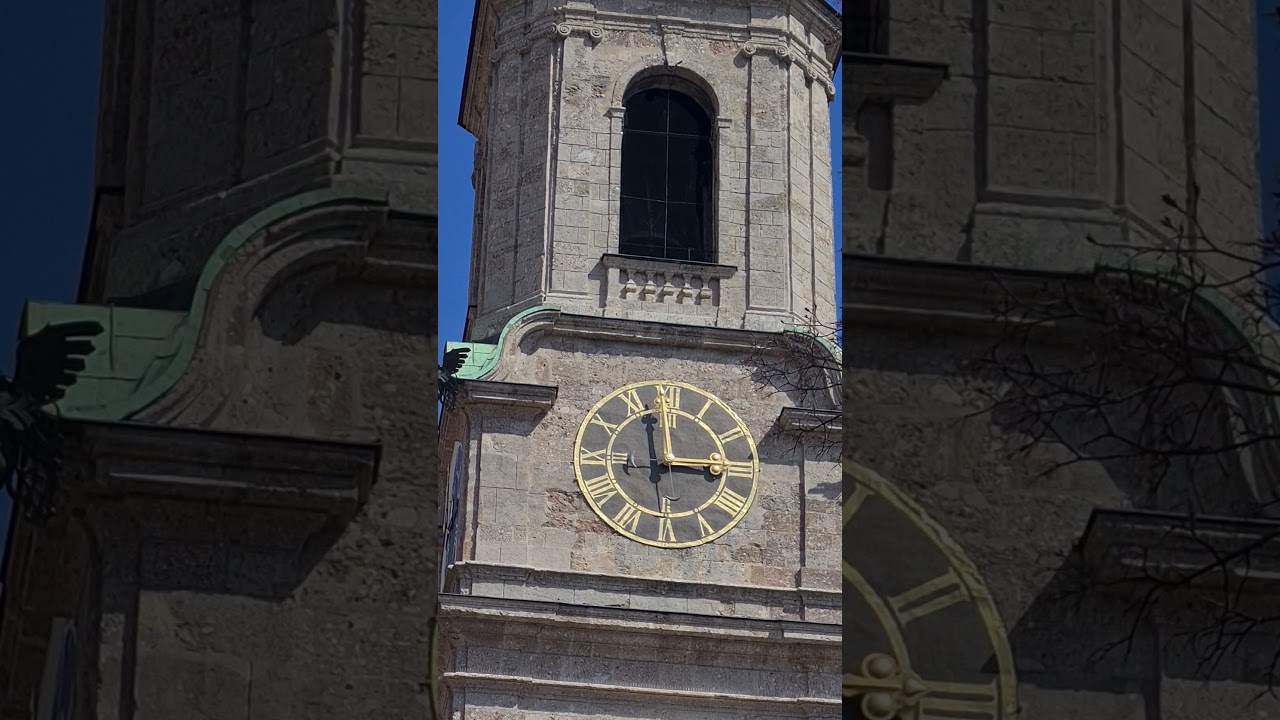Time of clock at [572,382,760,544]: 2:58
